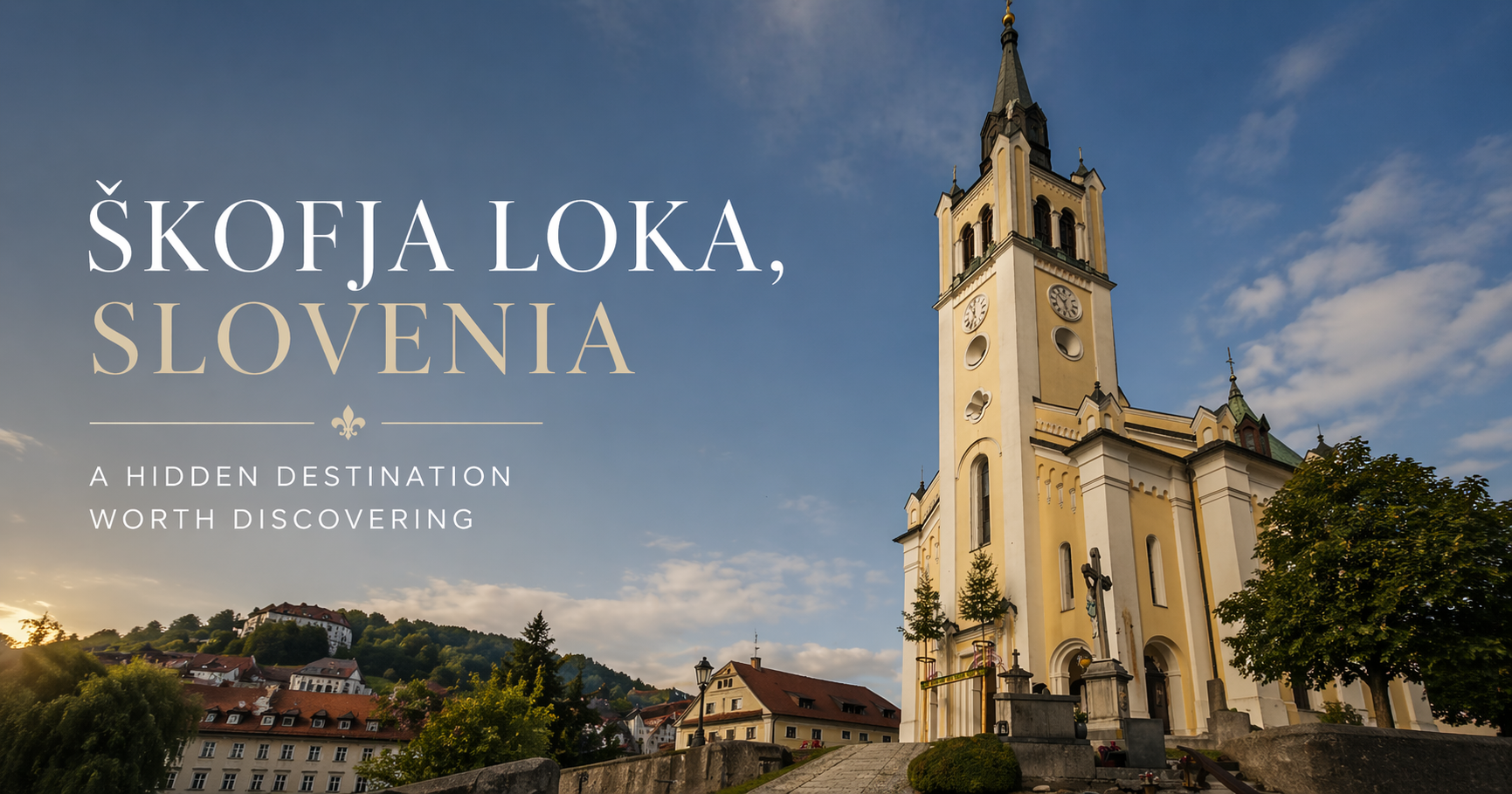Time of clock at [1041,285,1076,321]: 5:51
